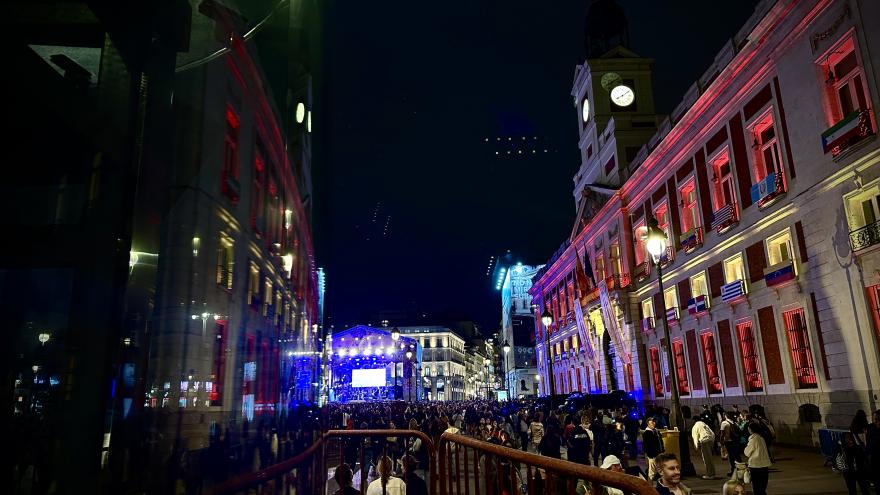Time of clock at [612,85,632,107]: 8:09
